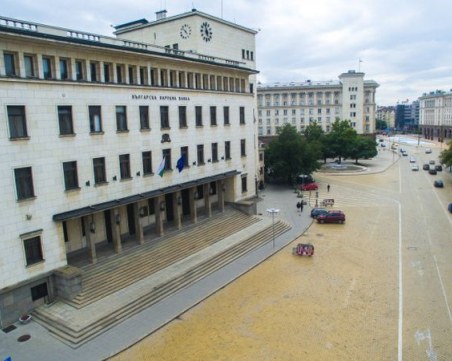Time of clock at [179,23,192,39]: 4:52
